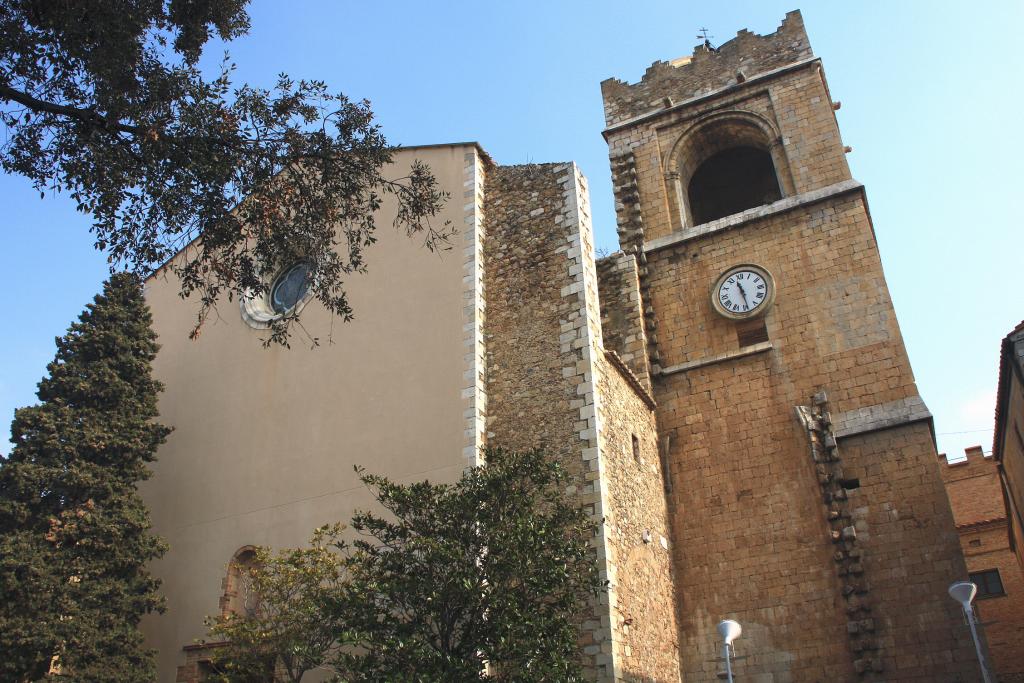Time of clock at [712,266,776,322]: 11:29
